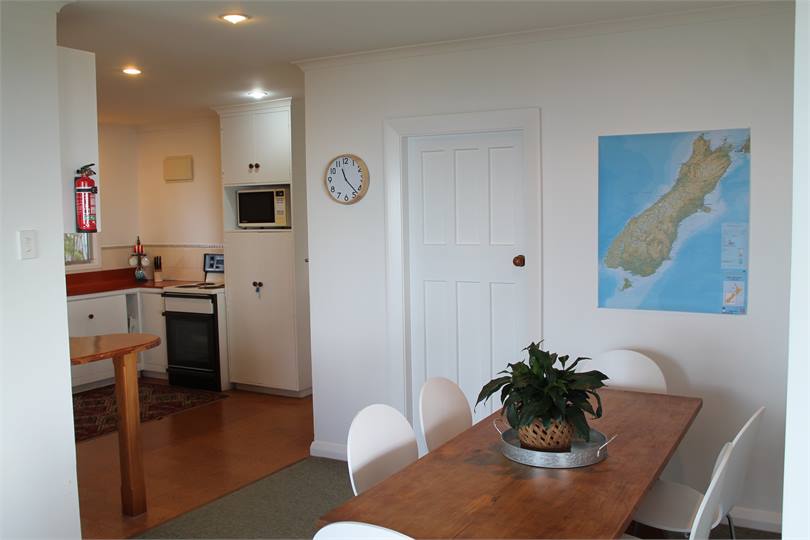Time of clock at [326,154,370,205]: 11:22
